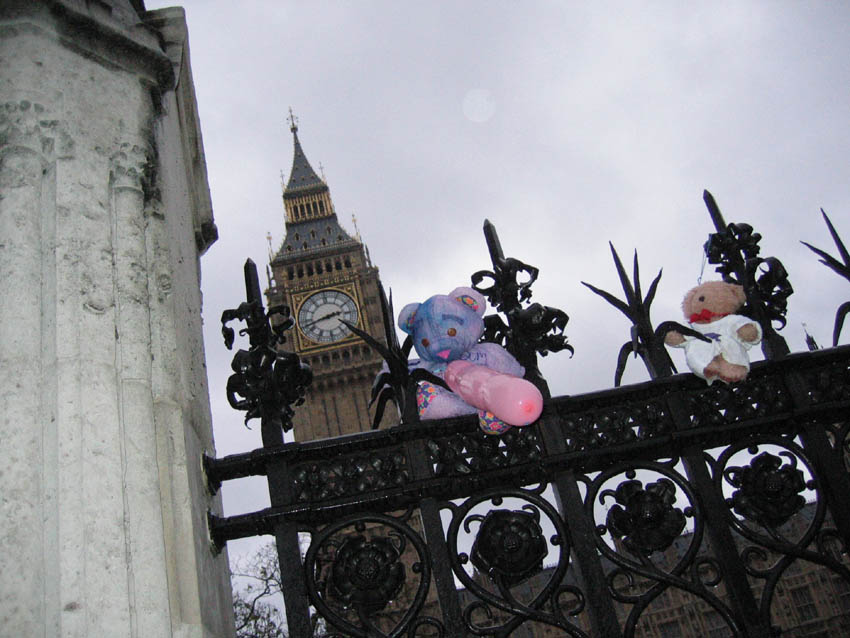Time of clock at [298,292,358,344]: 2:42
